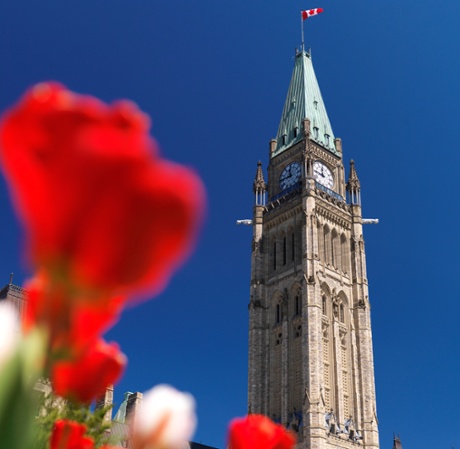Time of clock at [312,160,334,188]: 11:46
